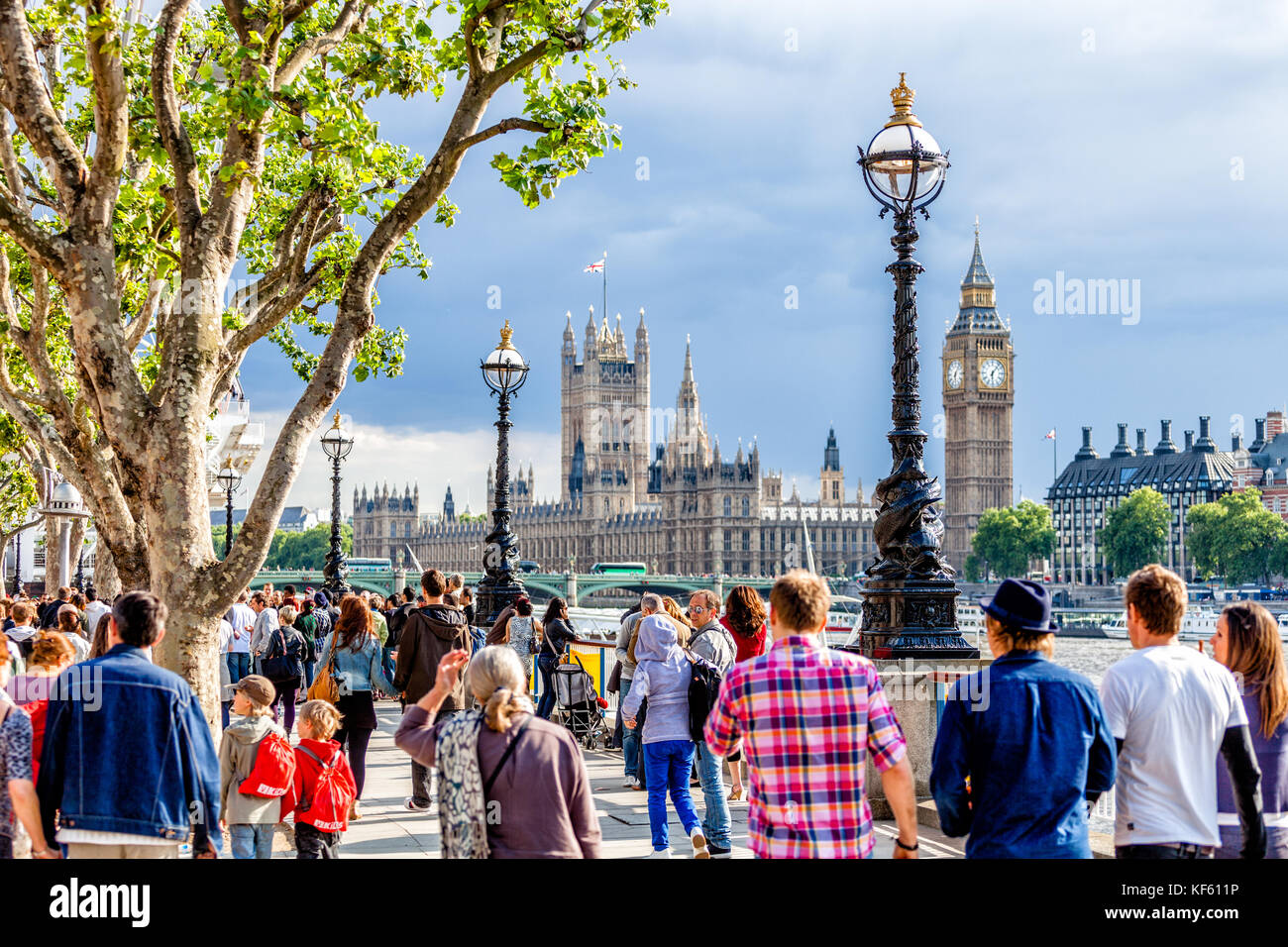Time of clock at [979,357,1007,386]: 6:06
